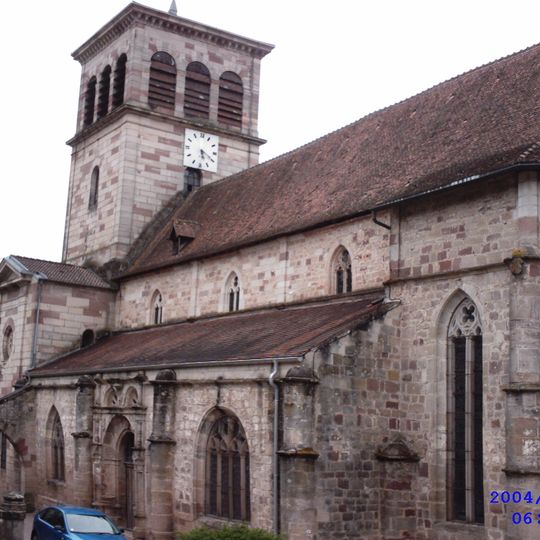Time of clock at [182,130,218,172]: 5:19
